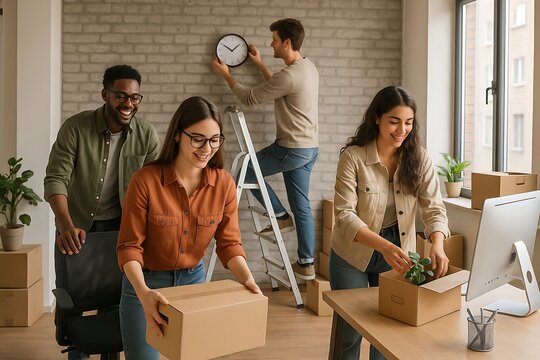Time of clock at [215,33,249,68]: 1:50
